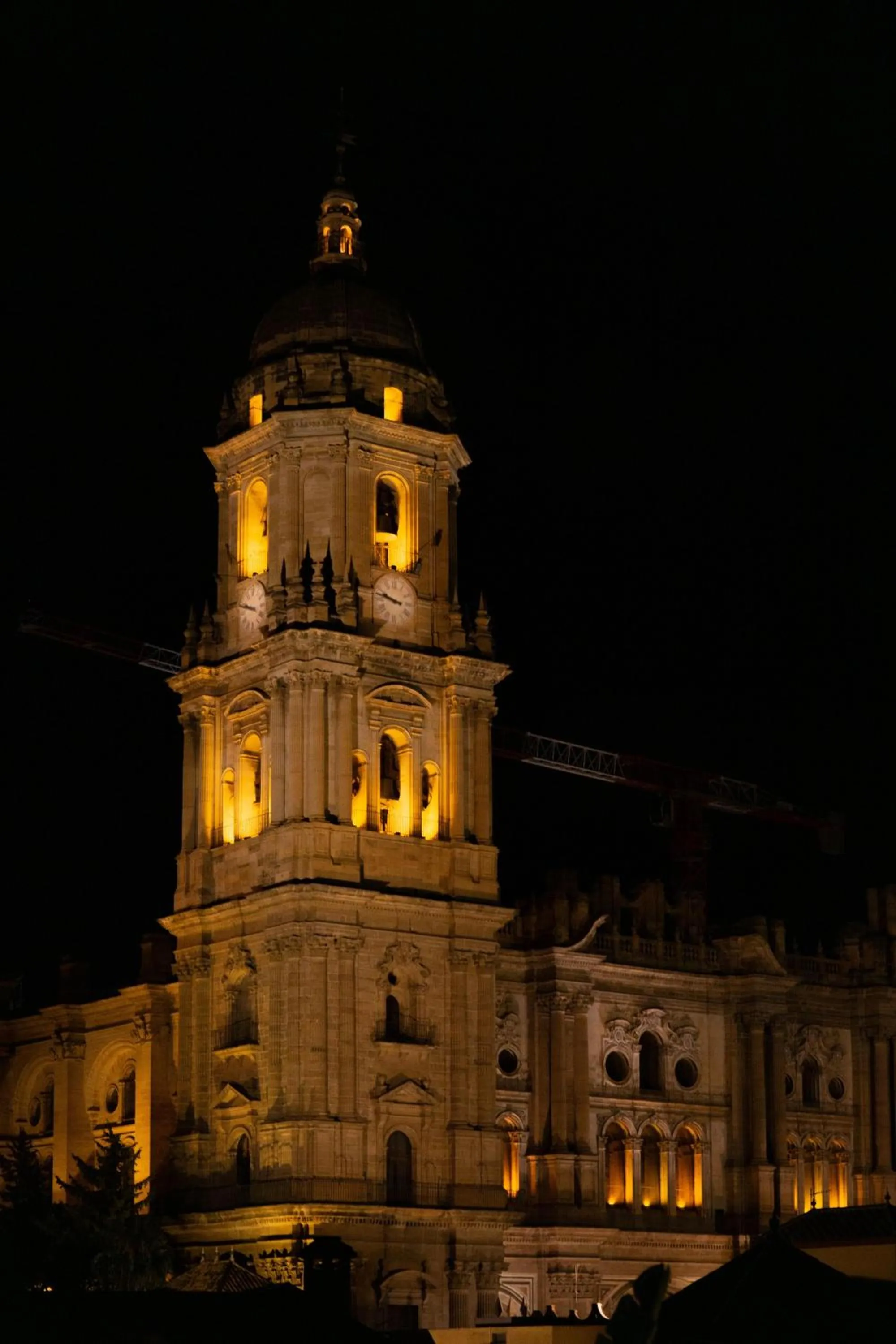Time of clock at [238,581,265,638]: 9:47
